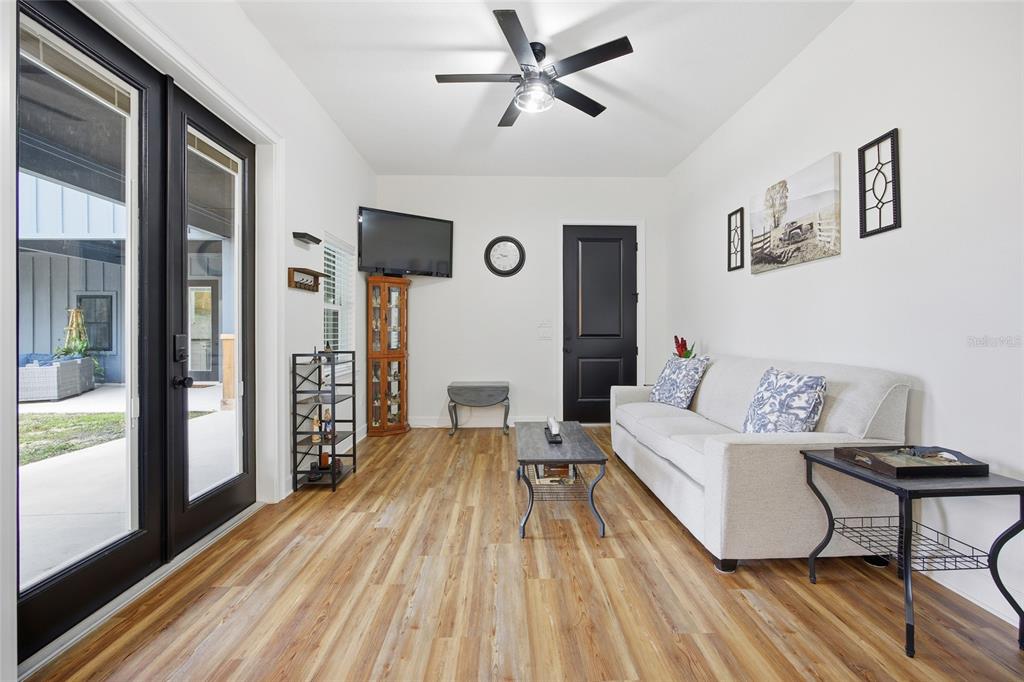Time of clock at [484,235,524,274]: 9:42
